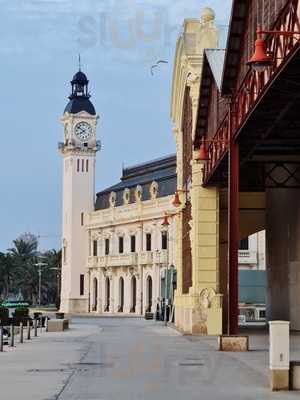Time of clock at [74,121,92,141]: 7:50
